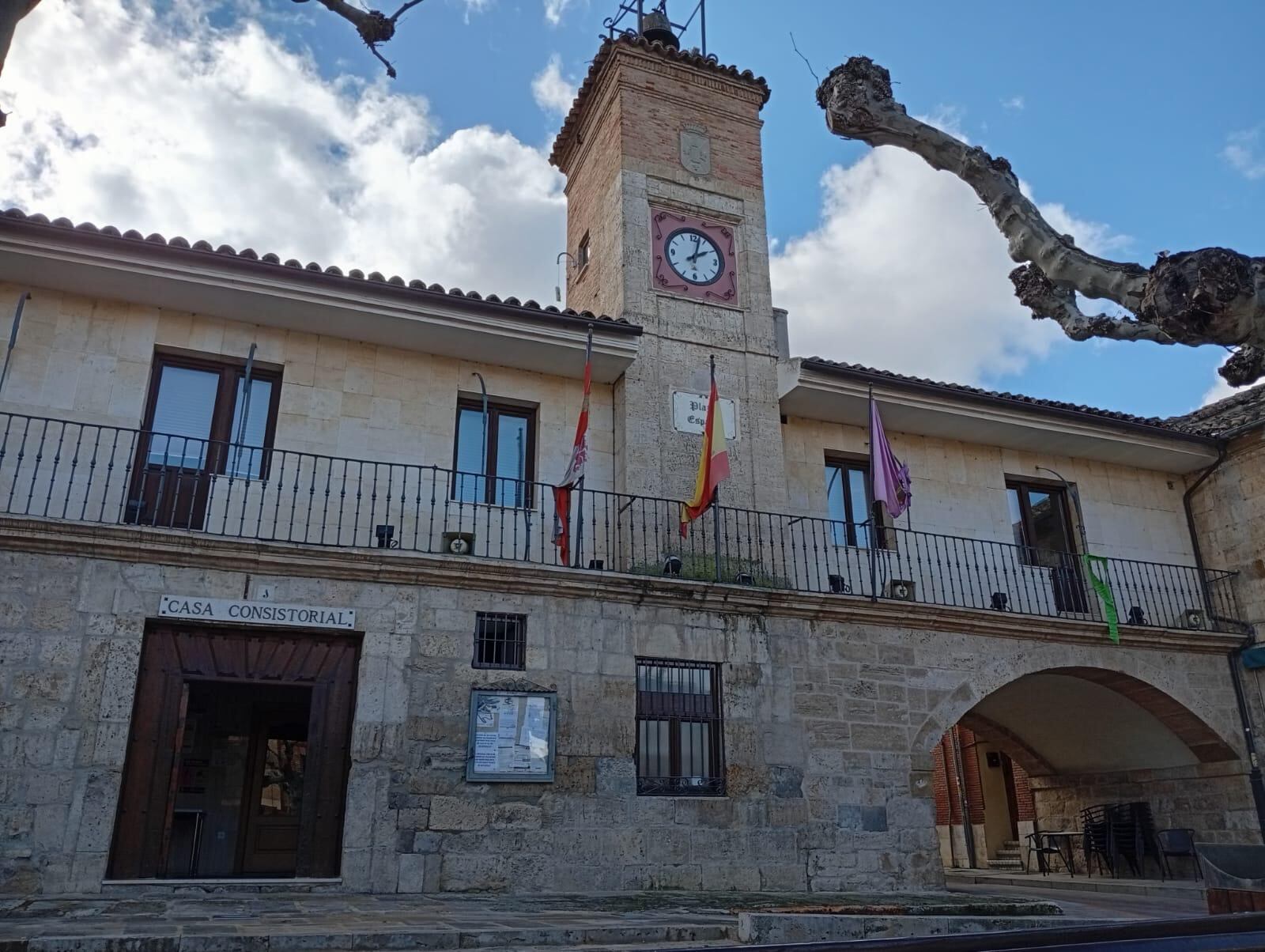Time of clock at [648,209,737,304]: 2:02
